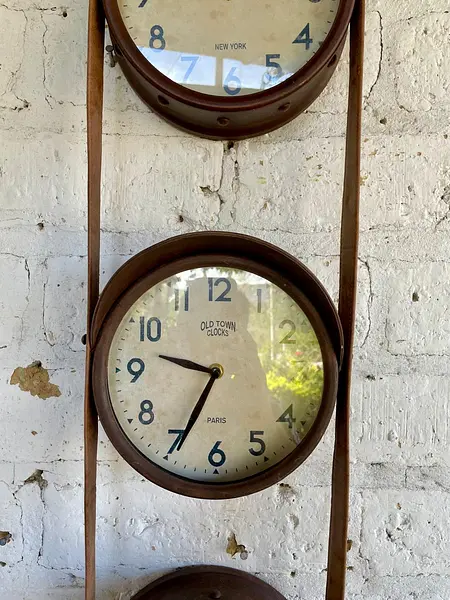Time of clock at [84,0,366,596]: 9:34
